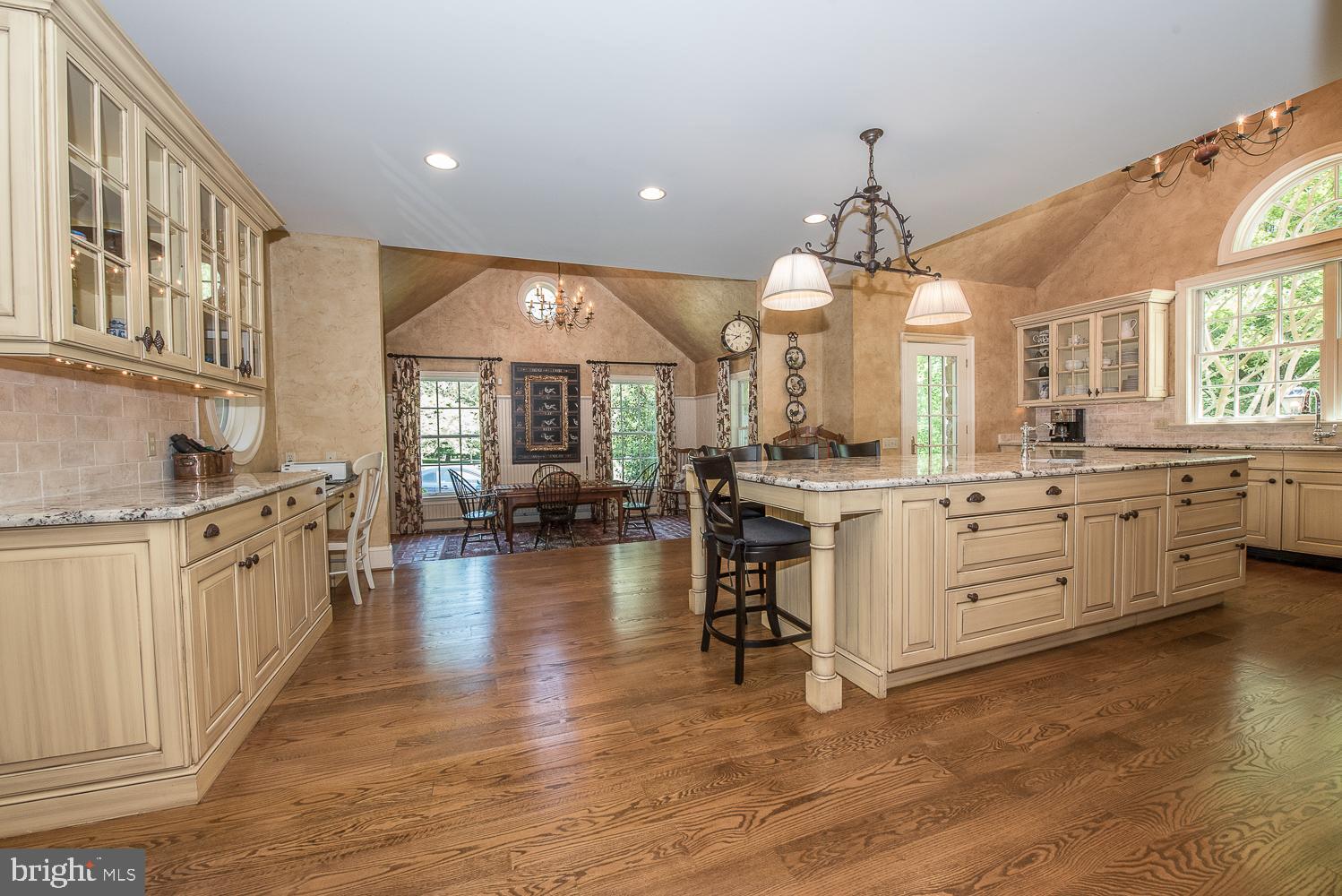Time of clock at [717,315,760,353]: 7:45
